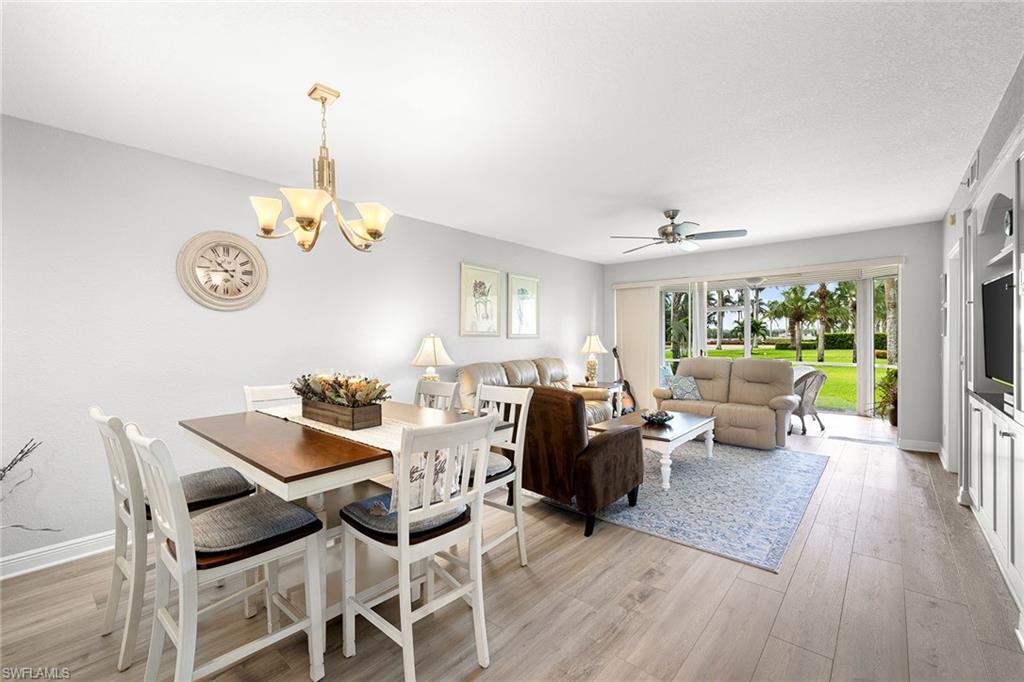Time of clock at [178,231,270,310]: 10:45
